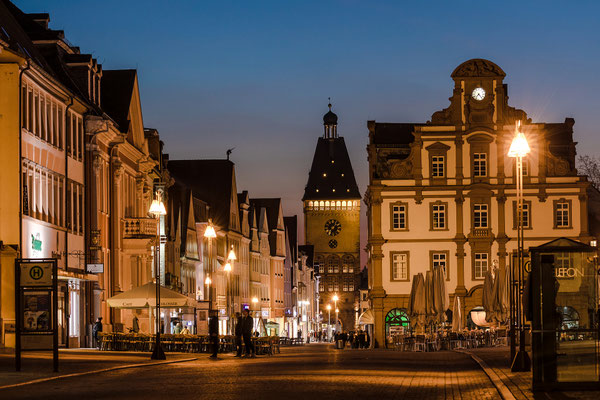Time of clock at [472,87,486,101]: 7:23
